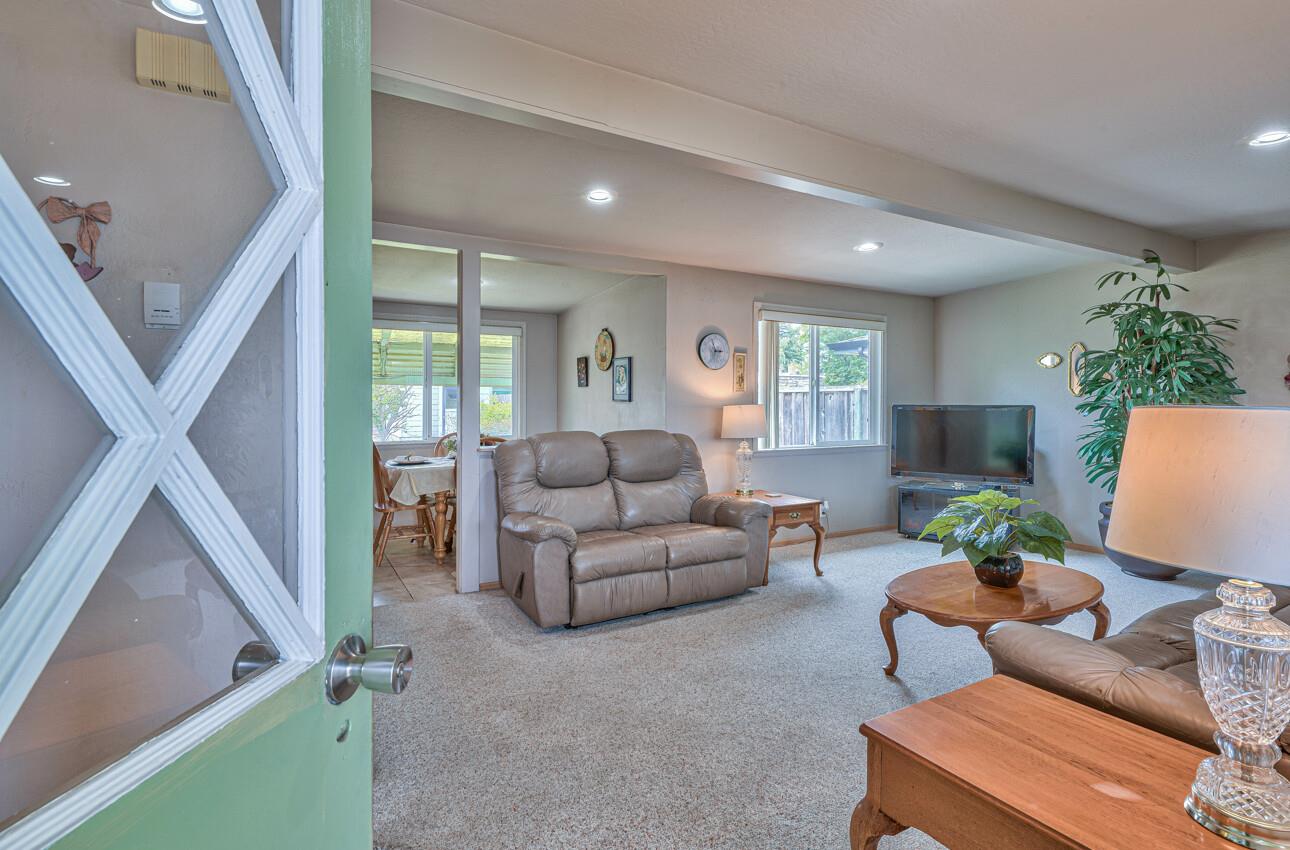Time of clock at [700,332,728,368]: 2:57
